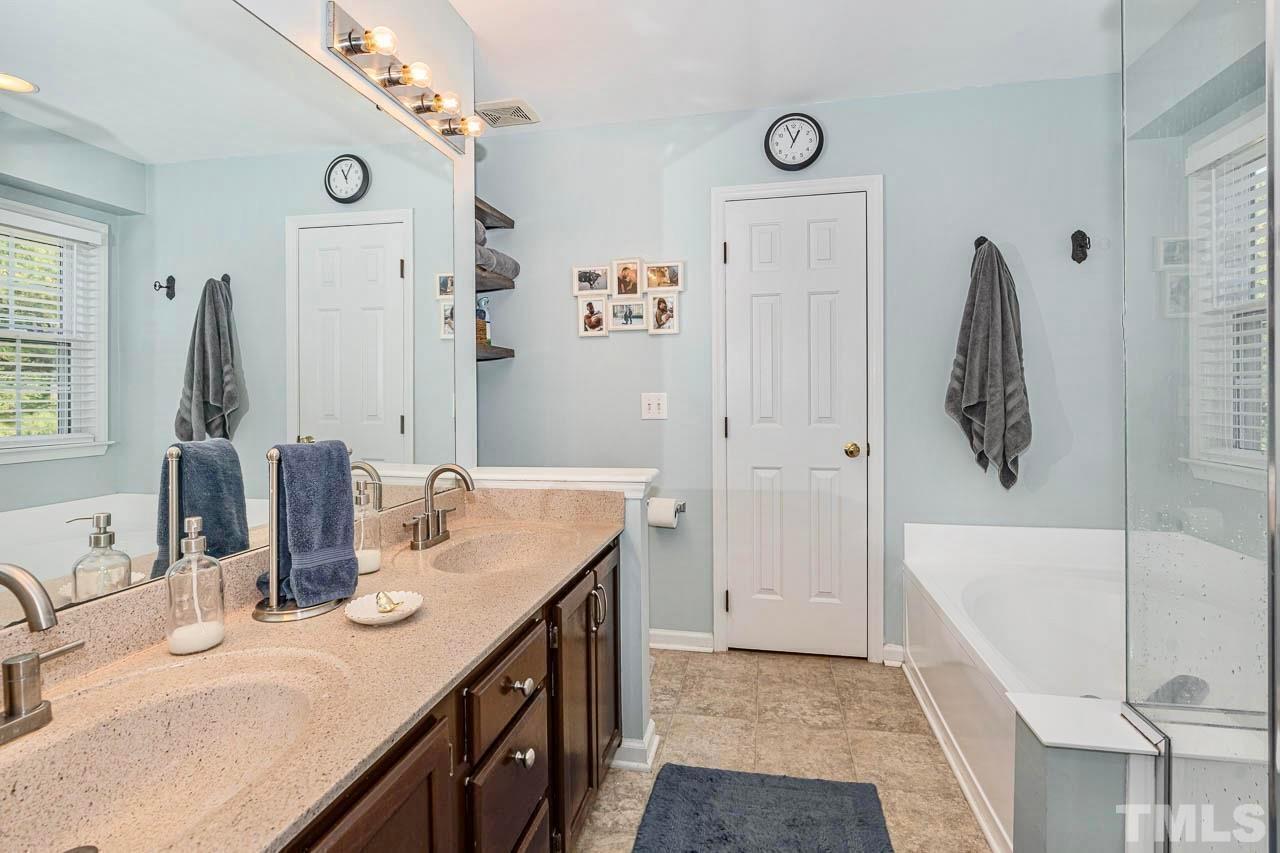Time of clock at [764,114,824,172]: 12:56
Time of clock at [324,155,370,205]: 11:04
